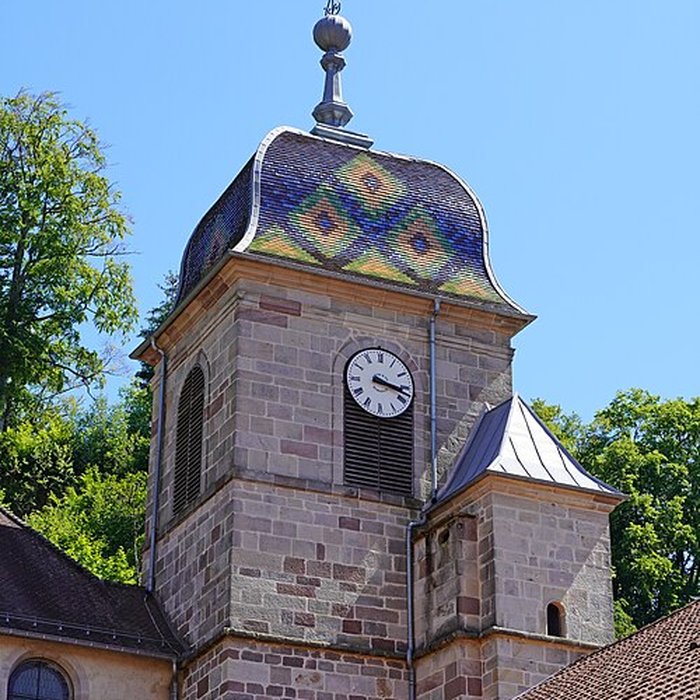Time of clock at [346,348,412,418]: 3:17
